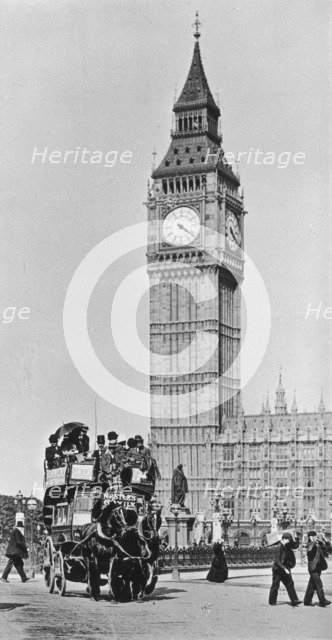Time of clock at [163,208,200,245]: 4:21
